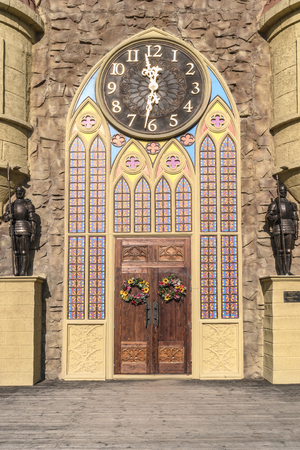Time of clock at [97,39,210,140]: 11:31
